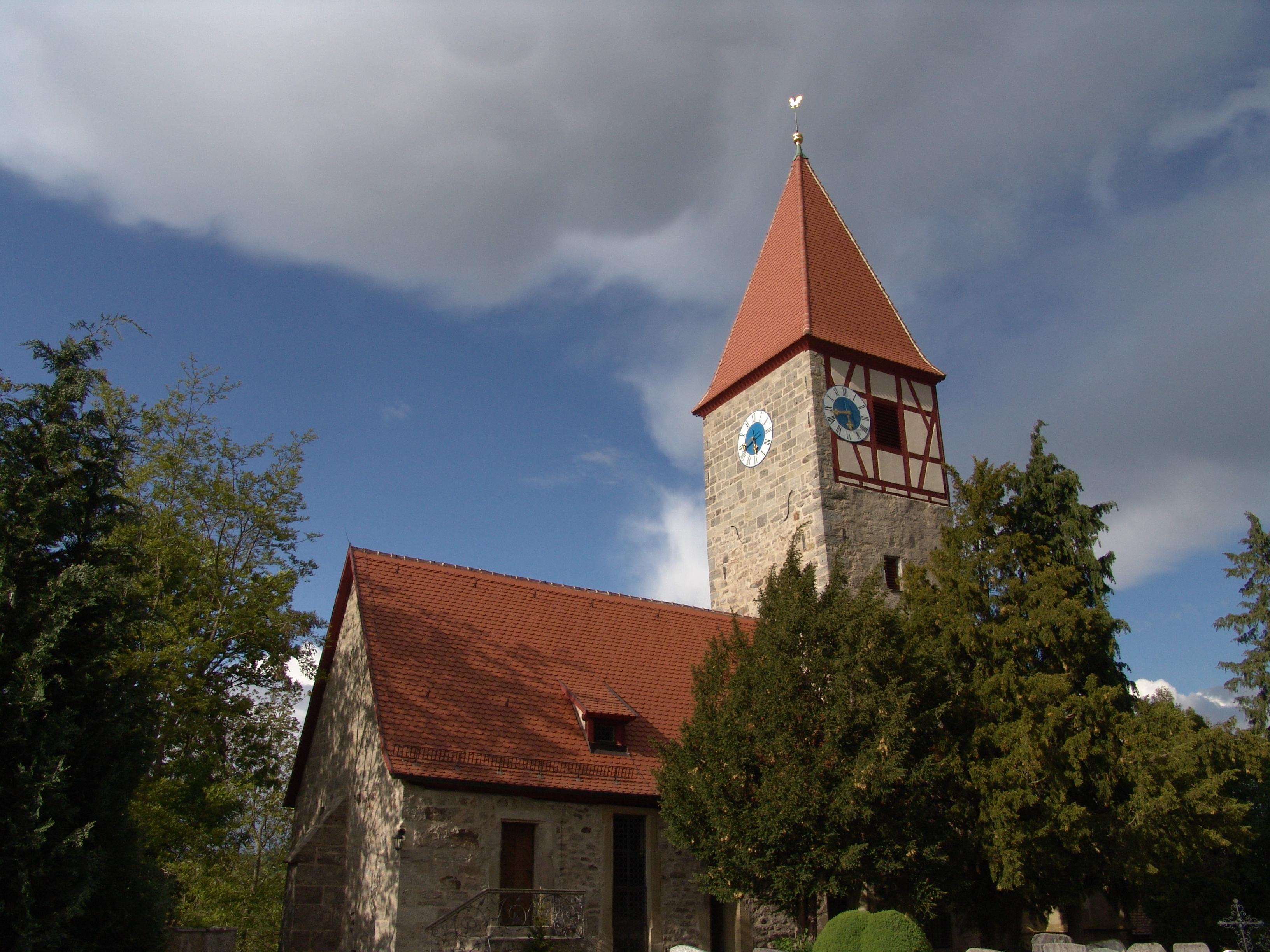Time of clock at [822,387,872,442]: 5:42
